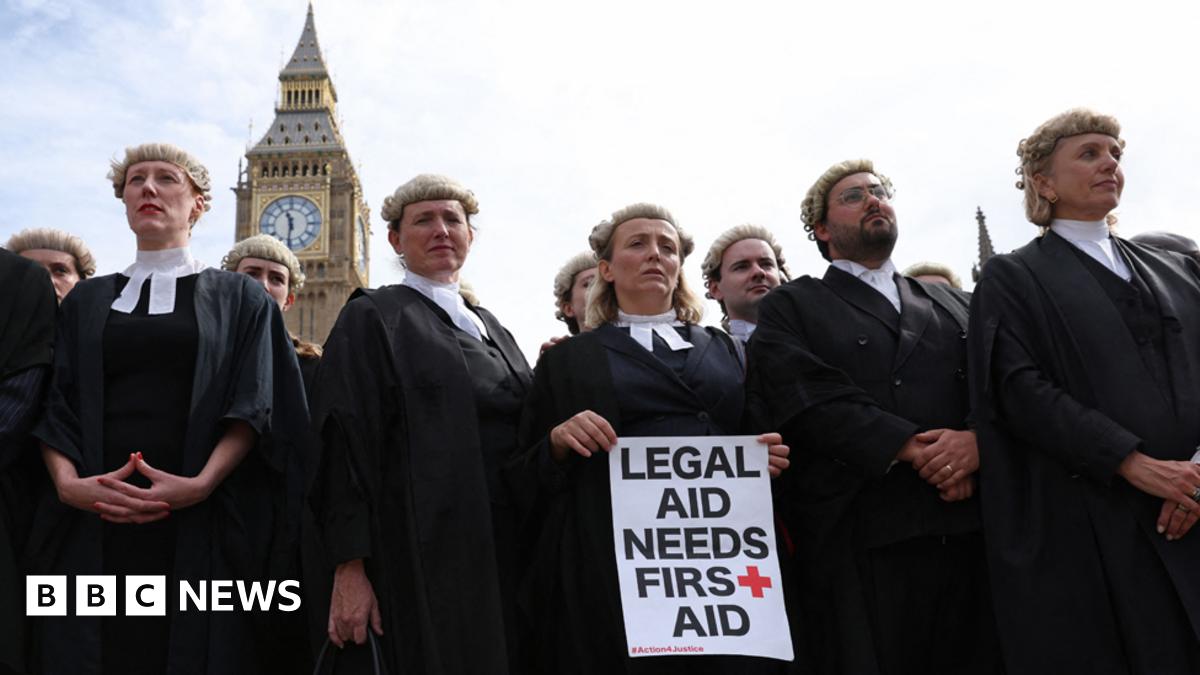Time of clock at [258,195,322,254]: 11:31
